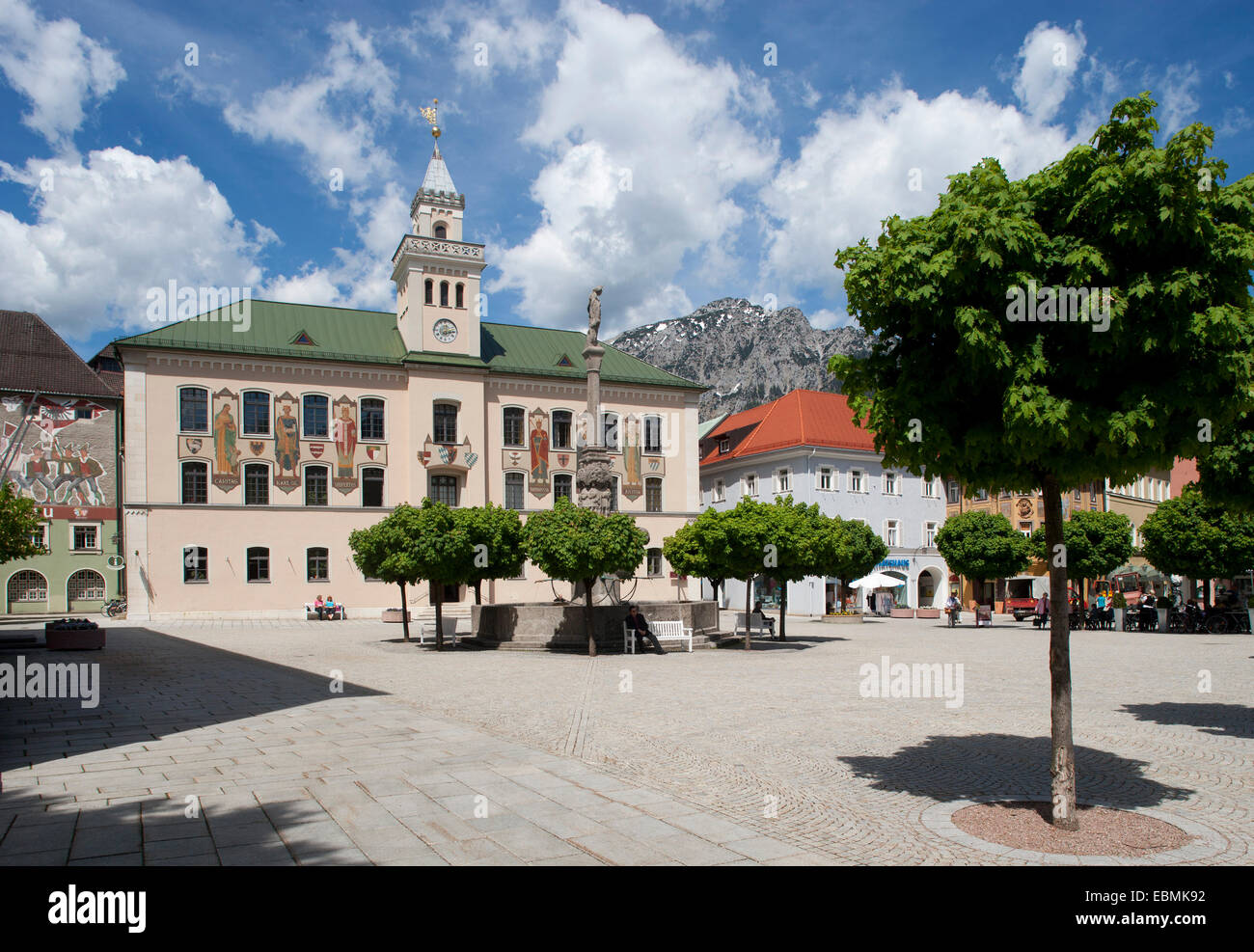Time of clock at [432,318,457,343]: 12:13
